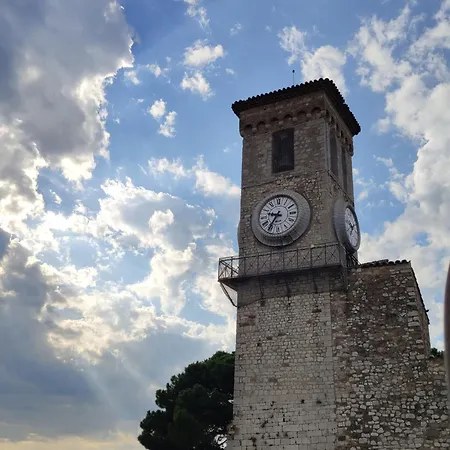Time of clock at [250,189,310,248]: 9:35
